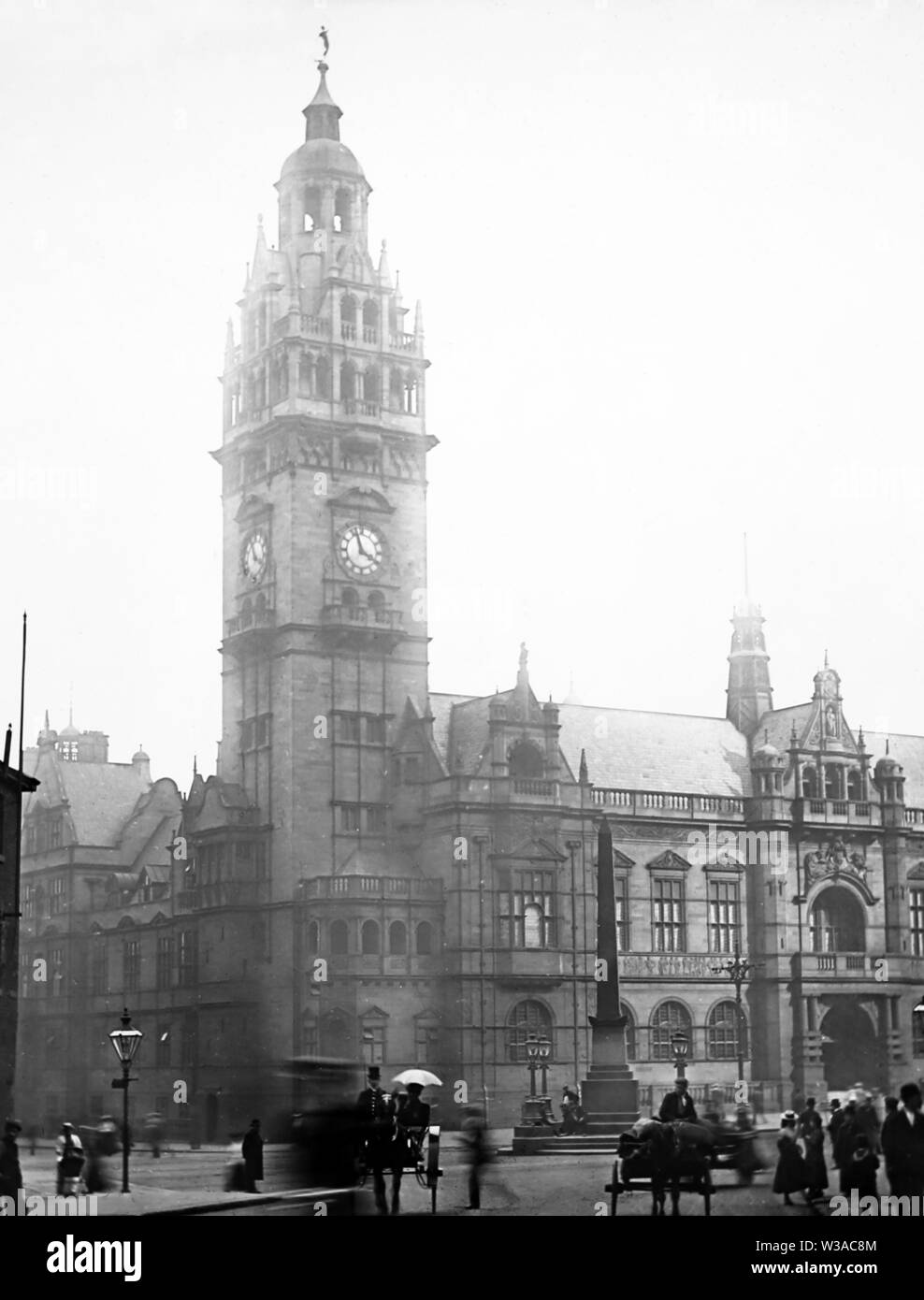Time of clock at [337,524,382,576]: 3:57
